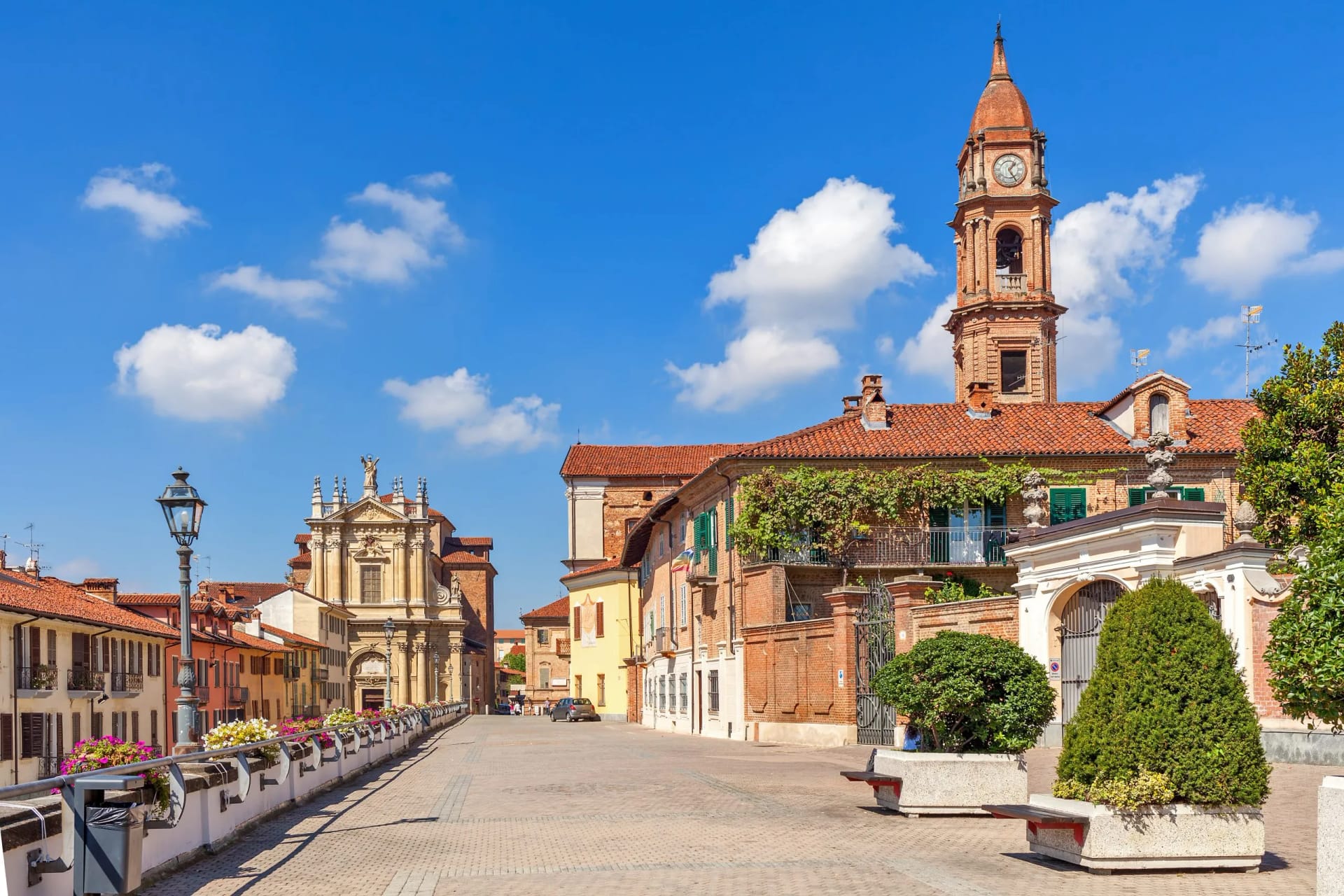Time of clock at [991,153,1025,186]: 1:24
